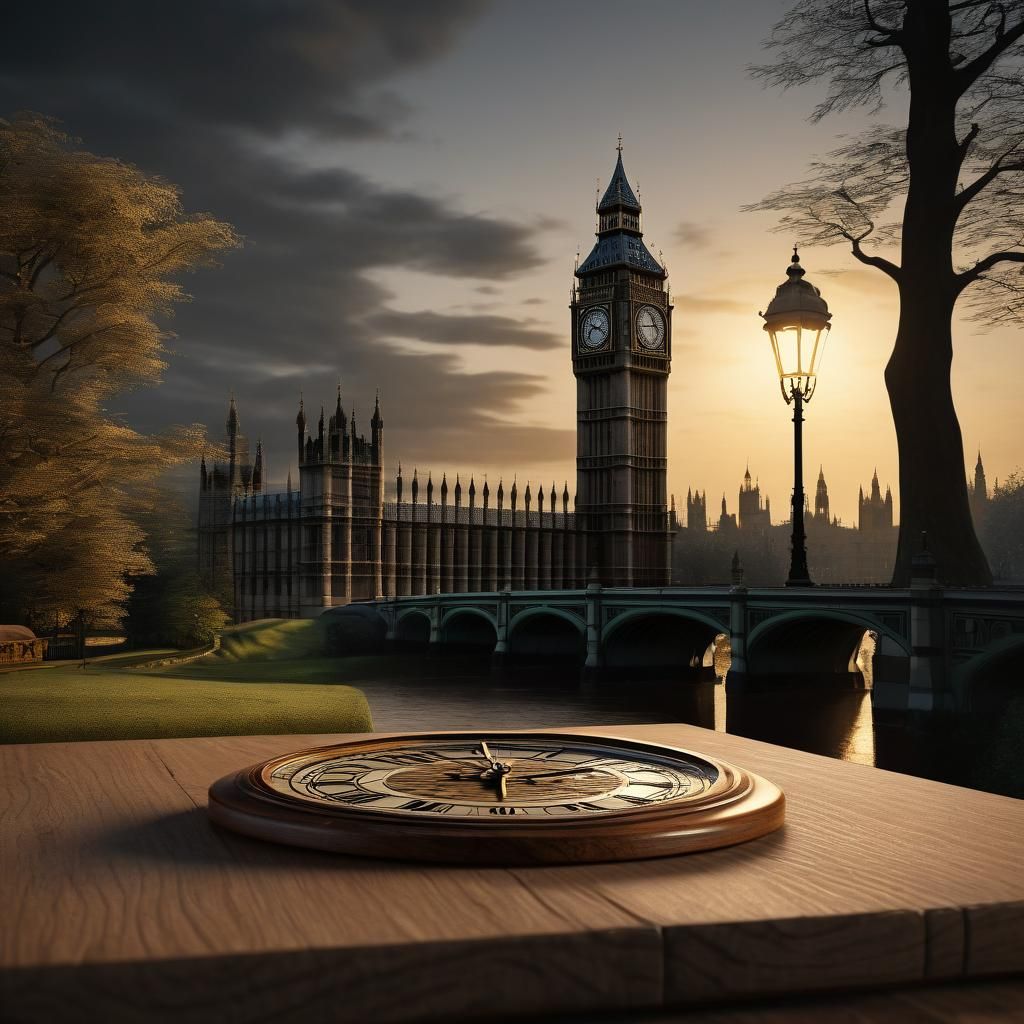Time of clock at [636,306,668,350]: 11:44
